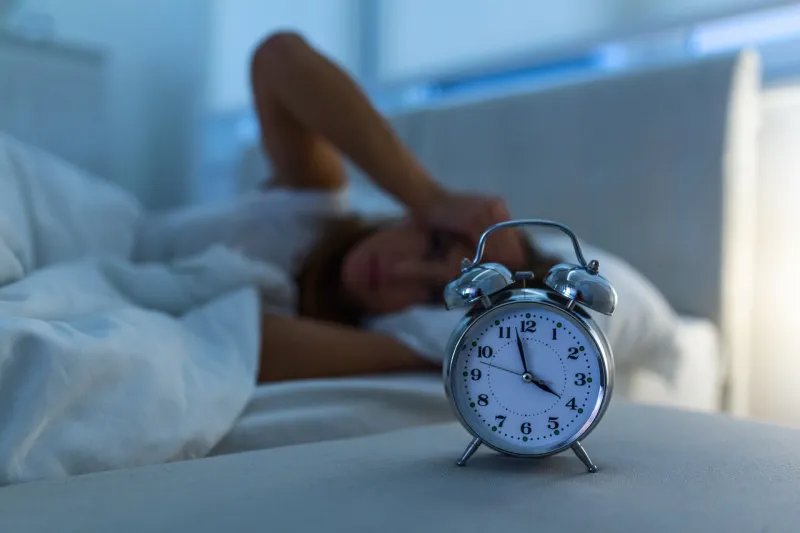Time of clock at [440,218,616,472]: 3:57
